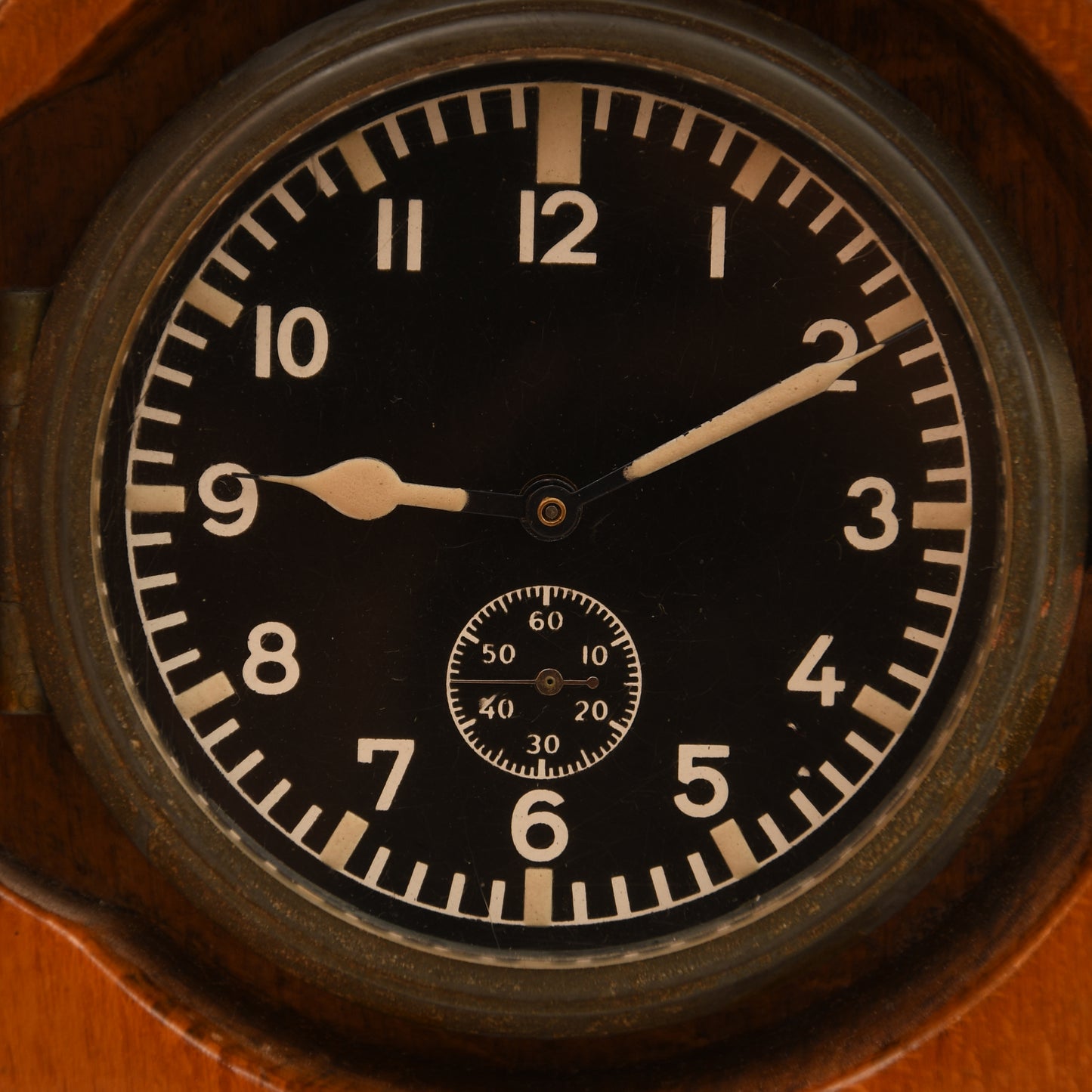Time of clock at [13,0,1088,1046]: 9:10
